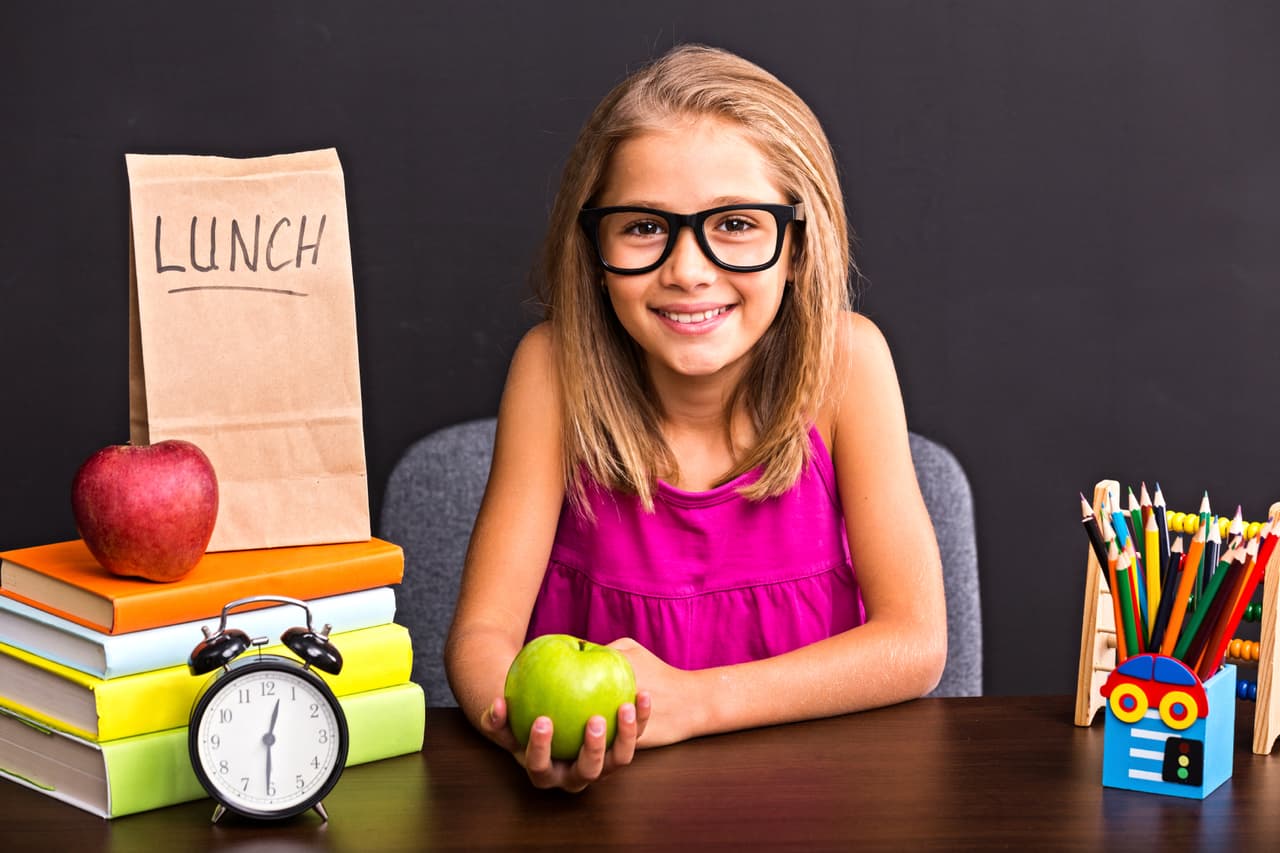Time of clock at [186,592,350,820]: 12:30
